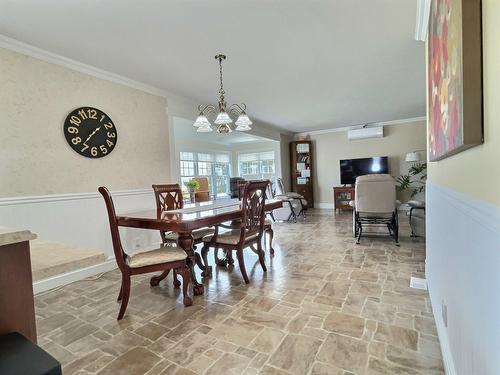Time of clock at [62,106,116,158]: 1:36
